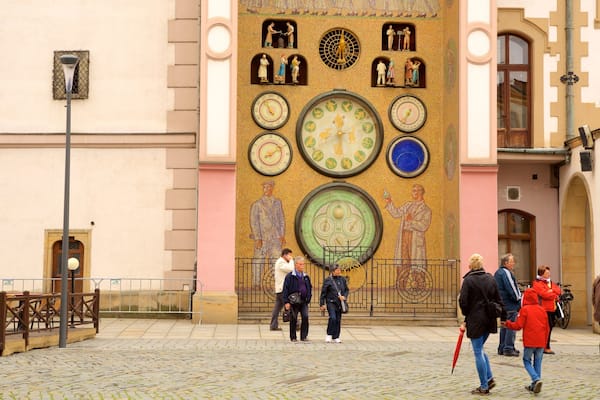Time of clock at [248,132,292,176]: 8:09
